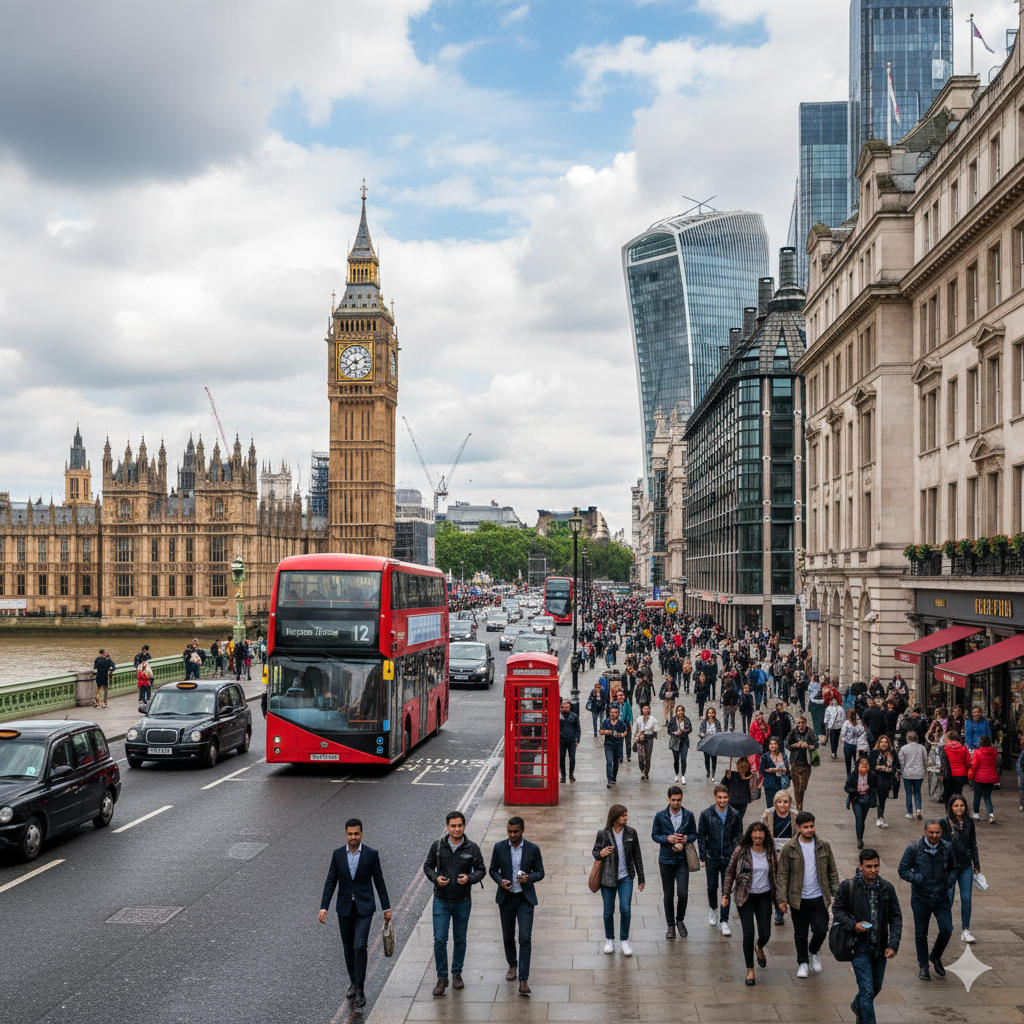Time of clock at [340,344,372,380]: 8:11
